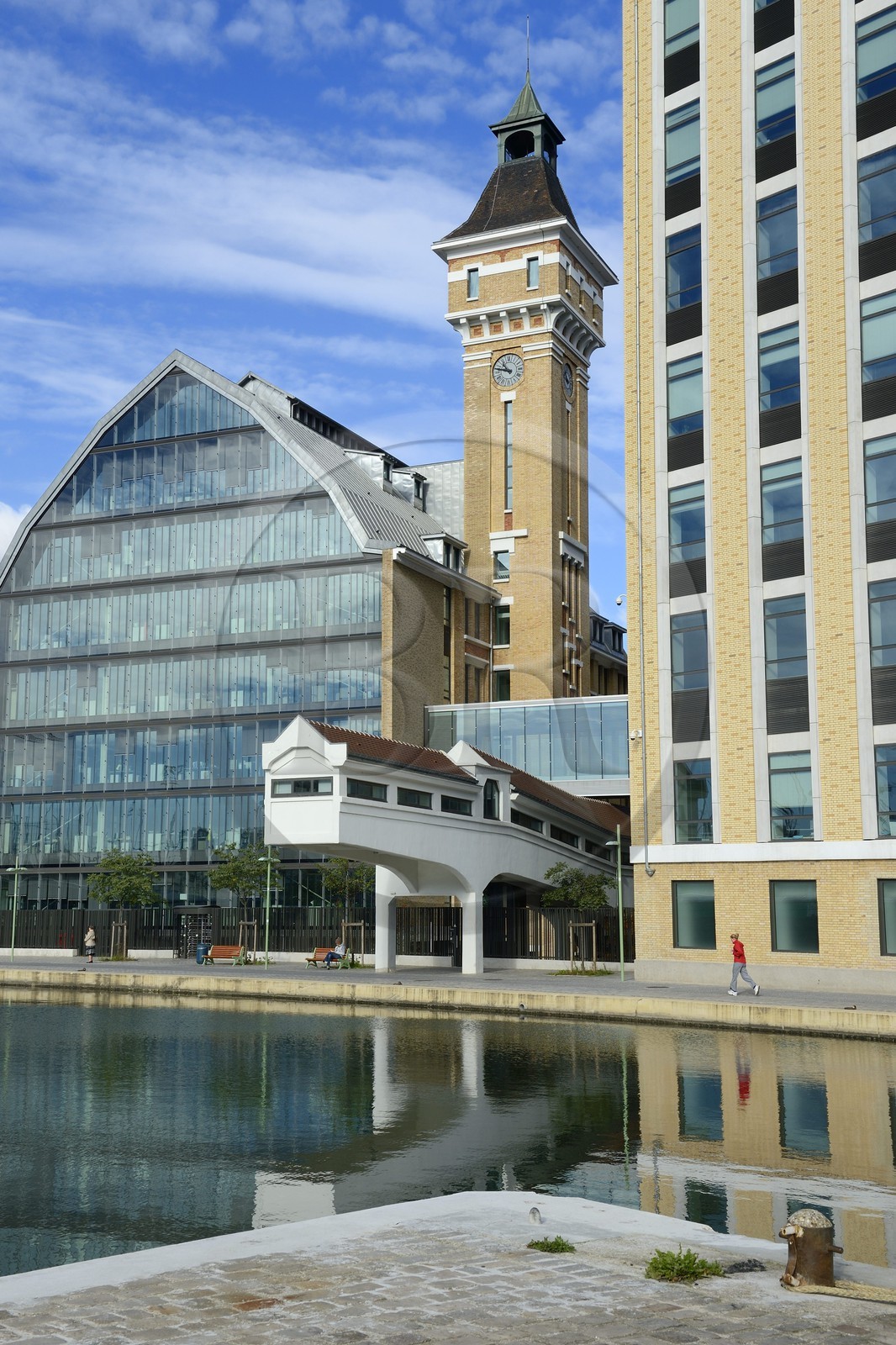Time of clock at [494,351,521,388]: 10:47
